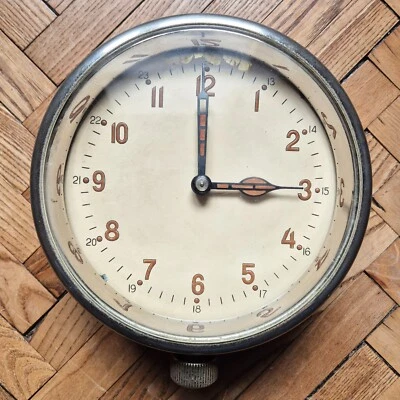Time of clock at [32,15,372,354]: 2:59
